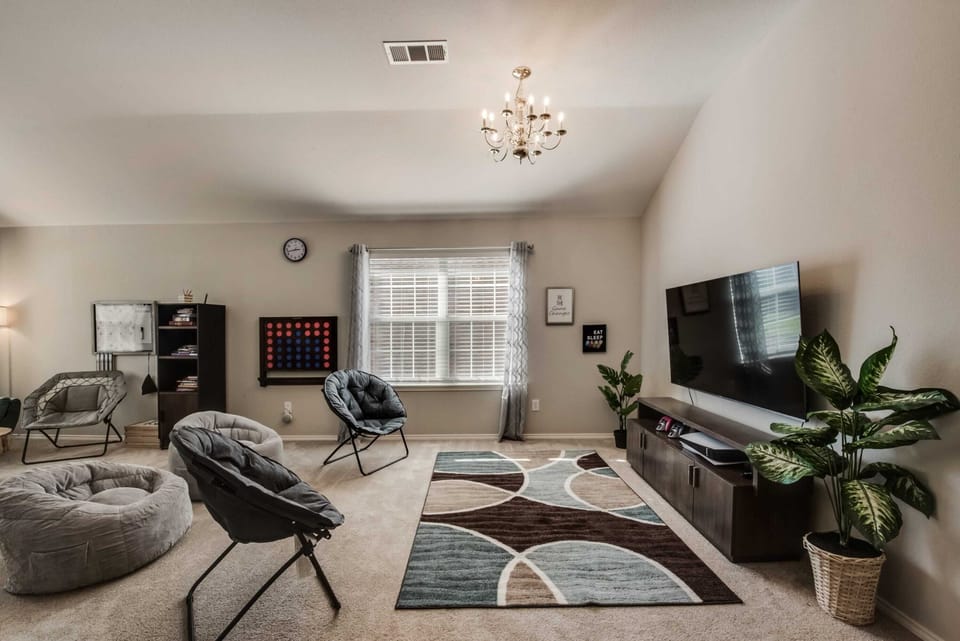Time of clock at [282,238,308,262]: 2:42
